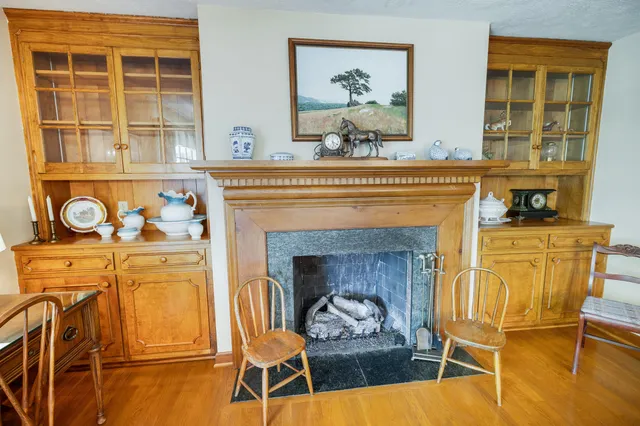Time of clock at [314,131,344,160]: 5:18
